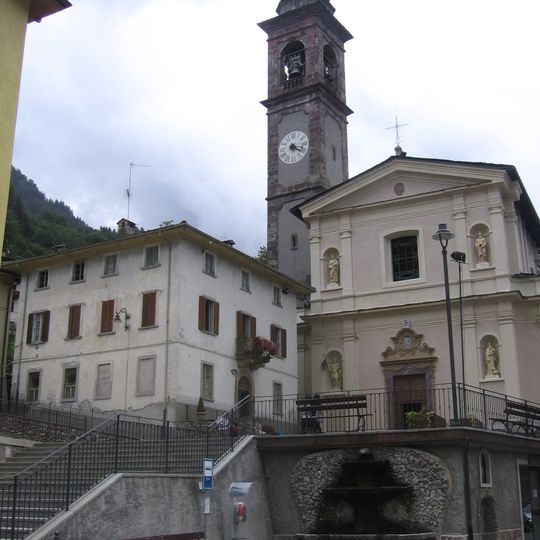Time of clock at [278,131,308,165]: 4:17
